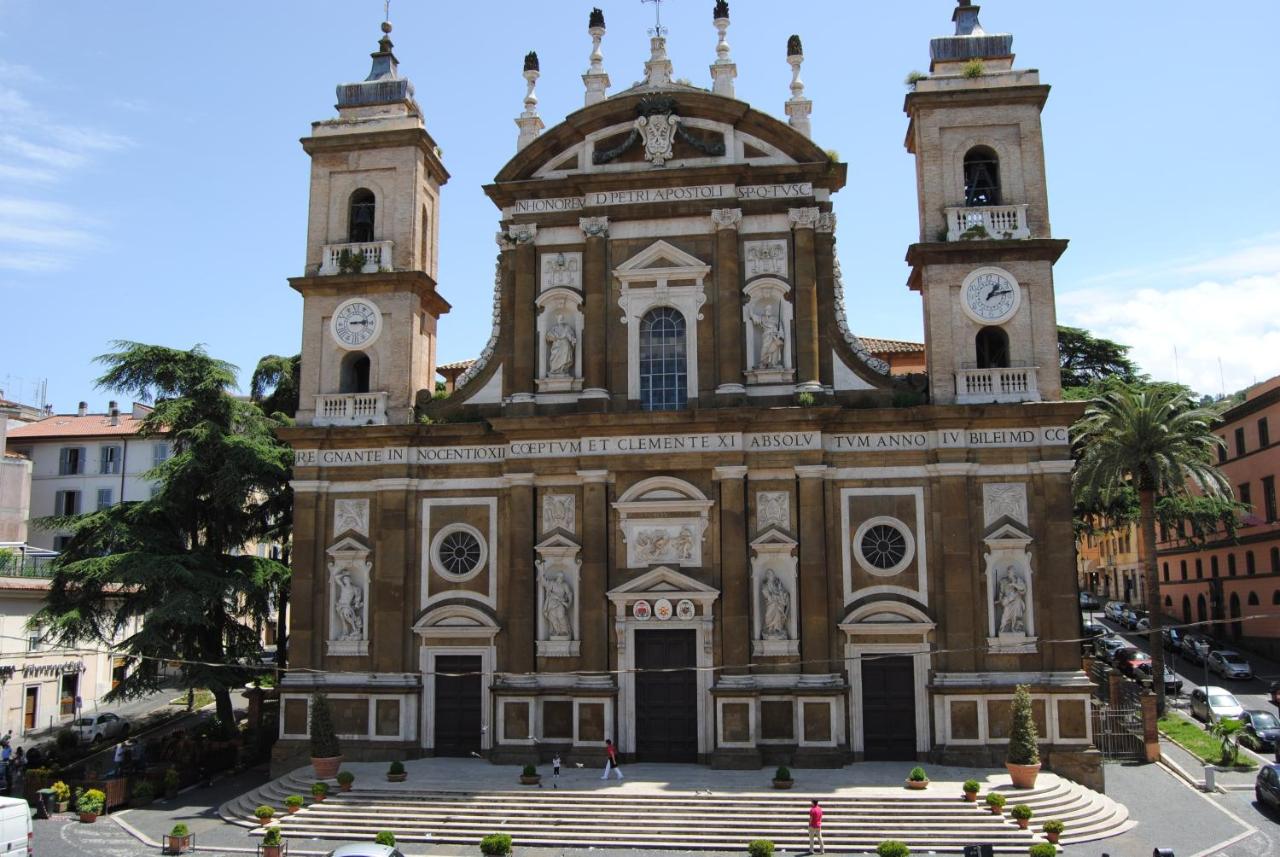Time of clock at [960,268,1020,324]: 1:13
